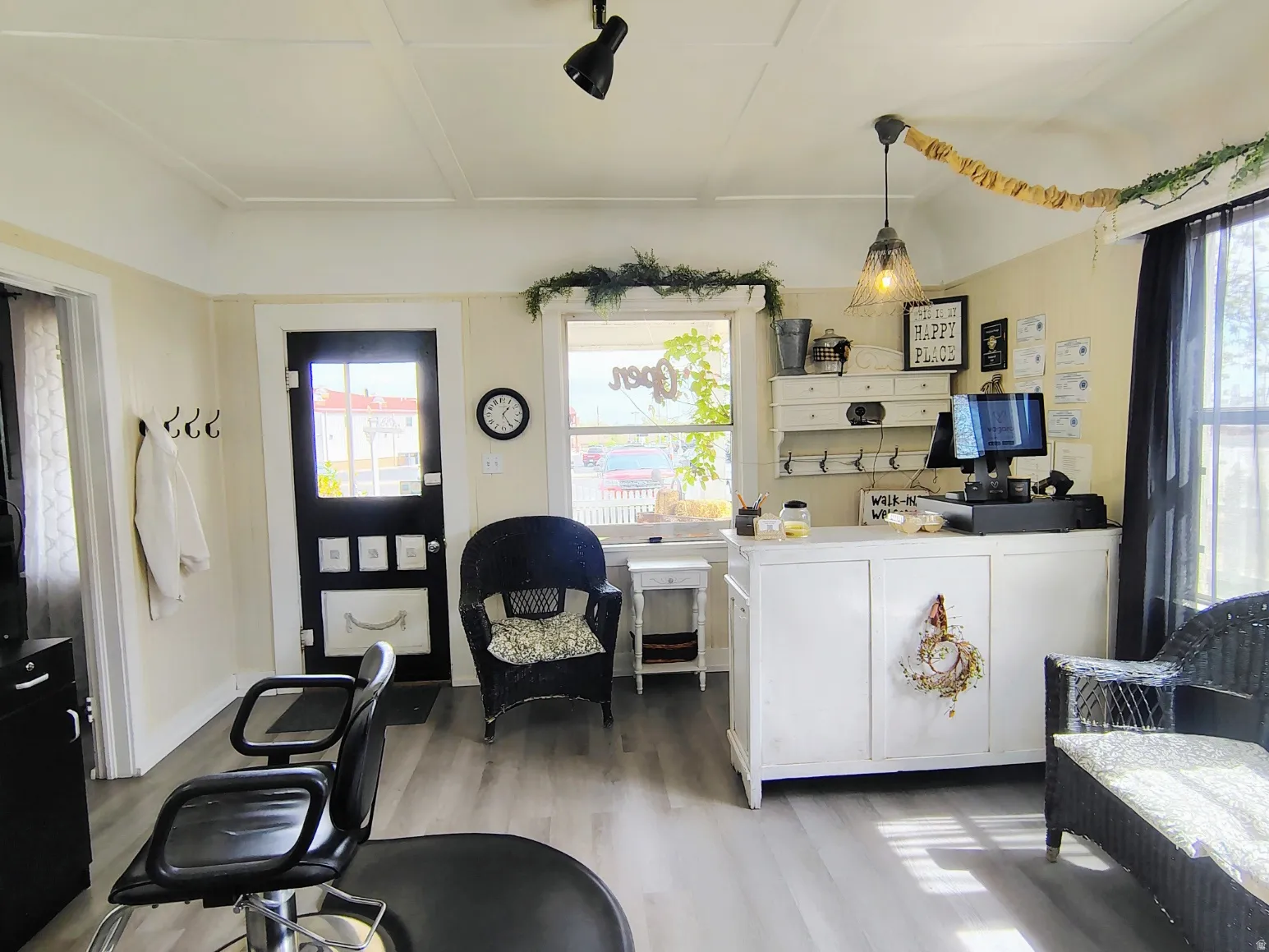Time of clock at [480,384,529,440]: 1:25
